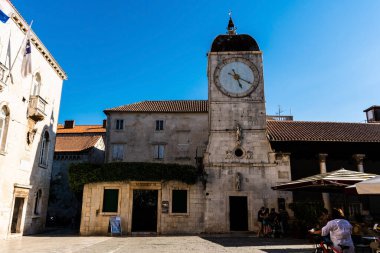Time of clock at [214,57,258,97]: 5:19
